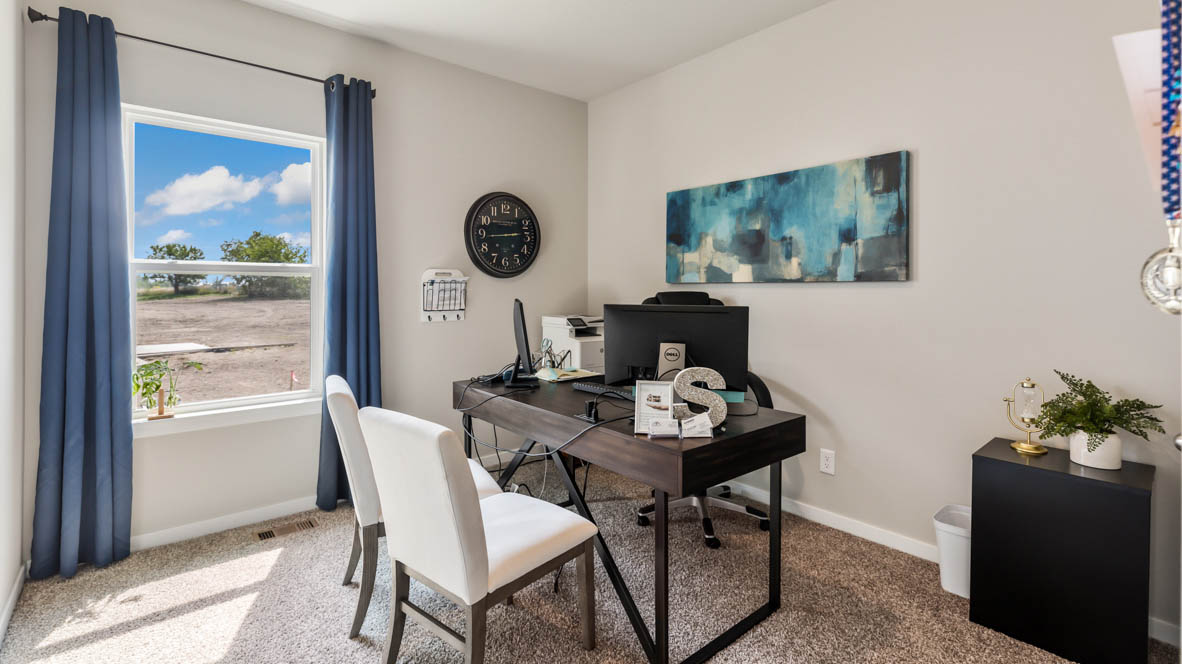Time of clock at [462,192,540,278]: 2:44
